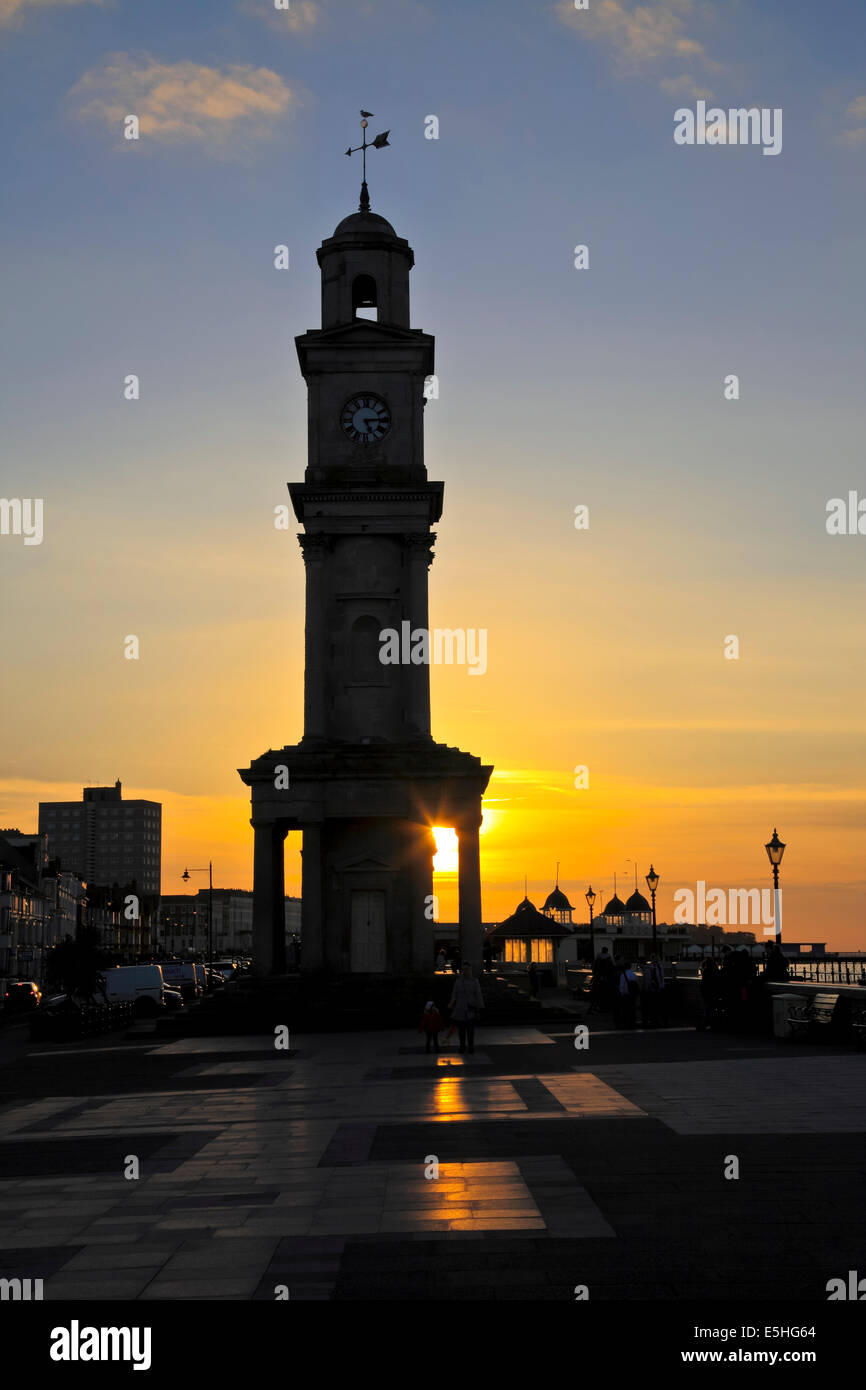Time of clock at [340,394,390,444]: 5:14
